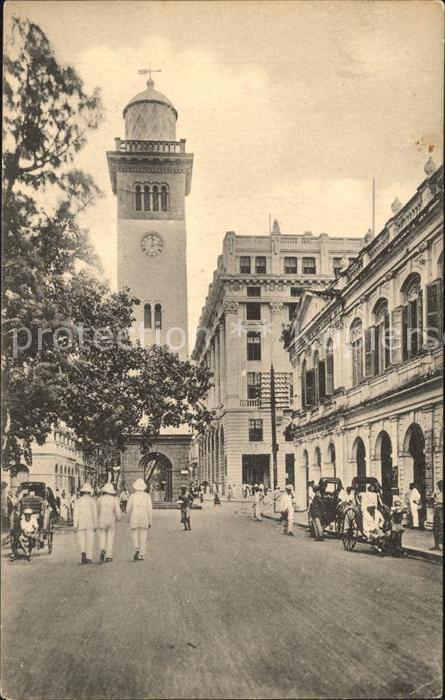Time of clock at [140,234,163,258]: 12:13
